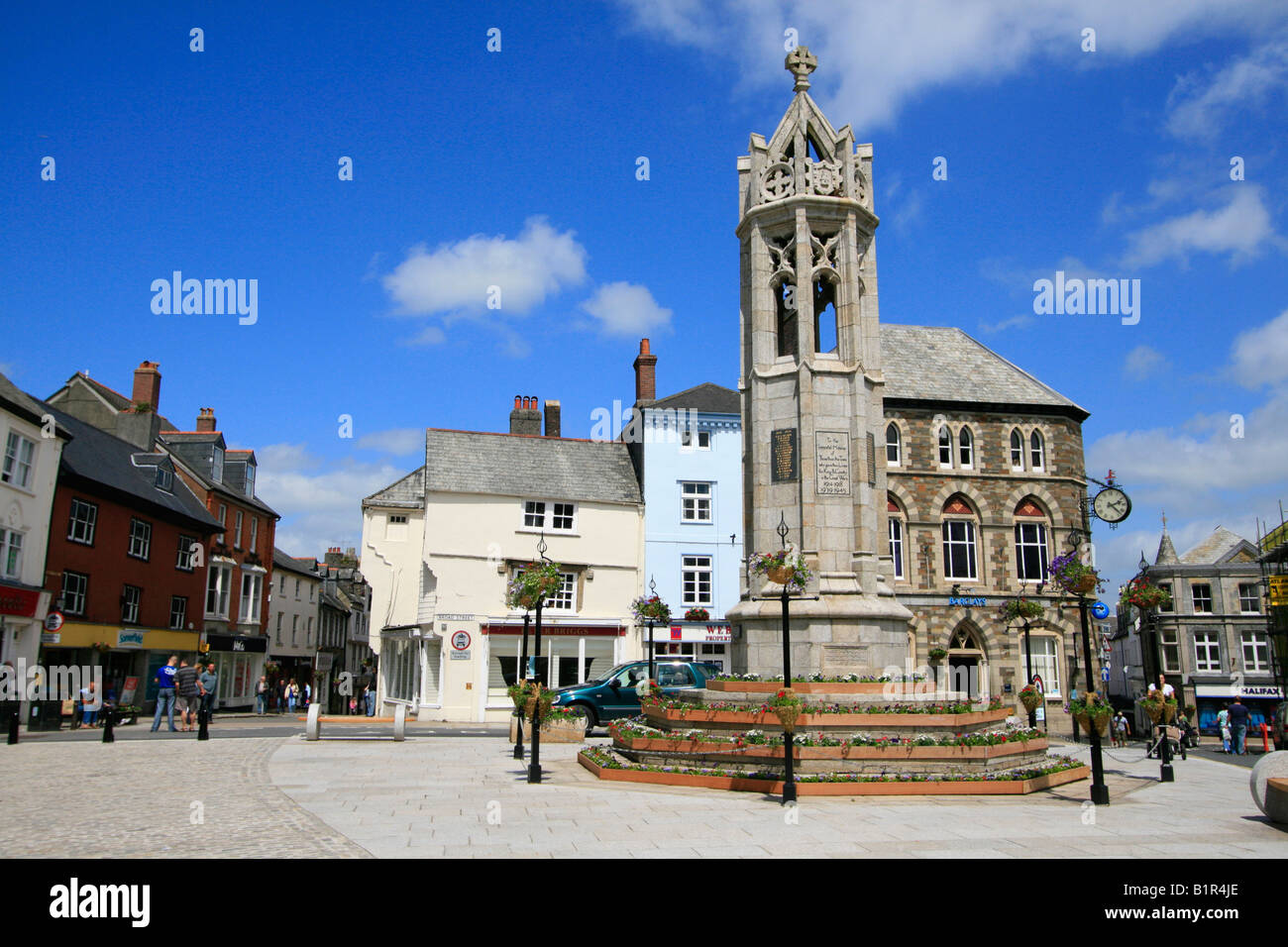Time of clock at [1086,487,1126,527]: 2:22
